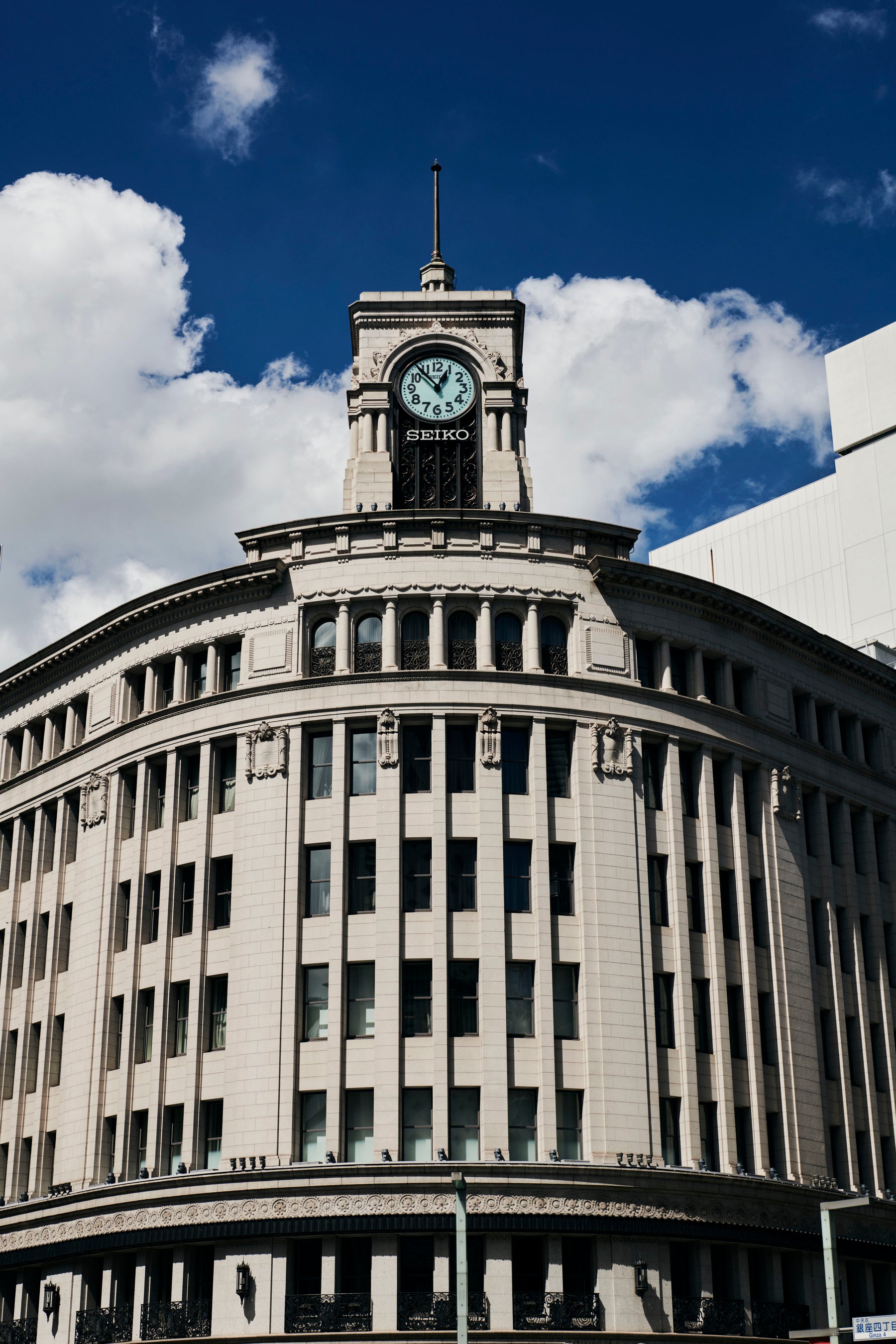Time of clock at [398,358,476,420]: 12:53
